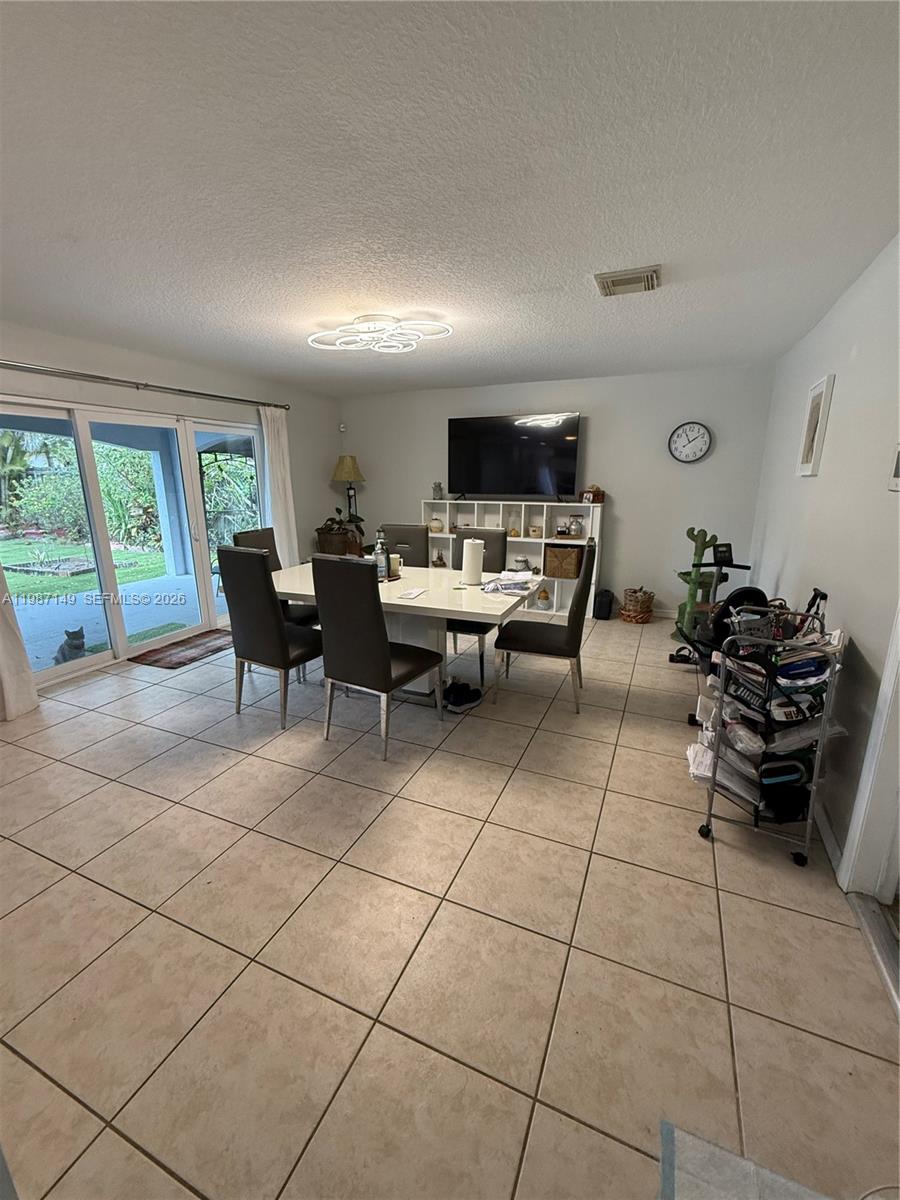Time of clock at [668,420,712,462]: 11:08
